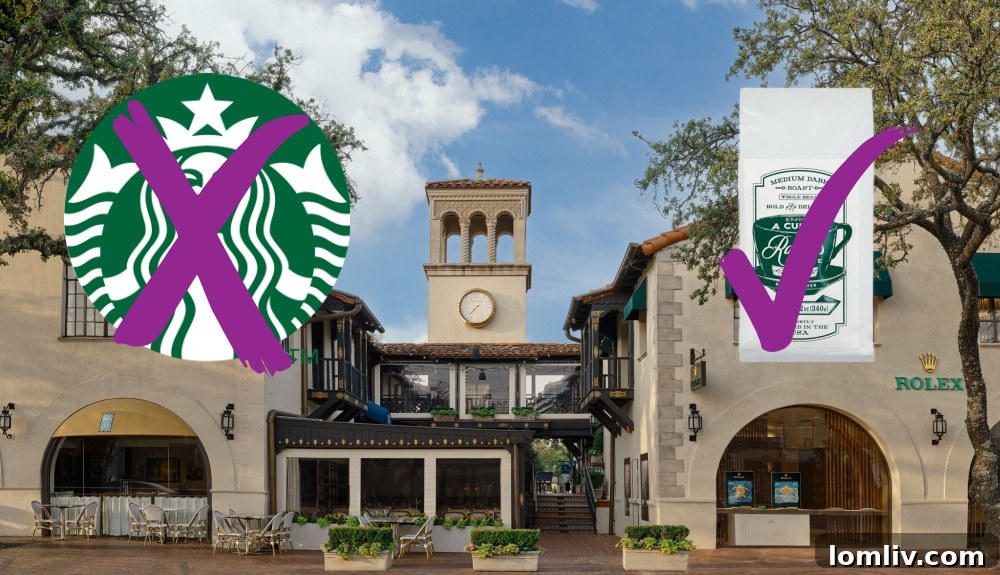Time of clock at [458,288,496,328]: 7:37
